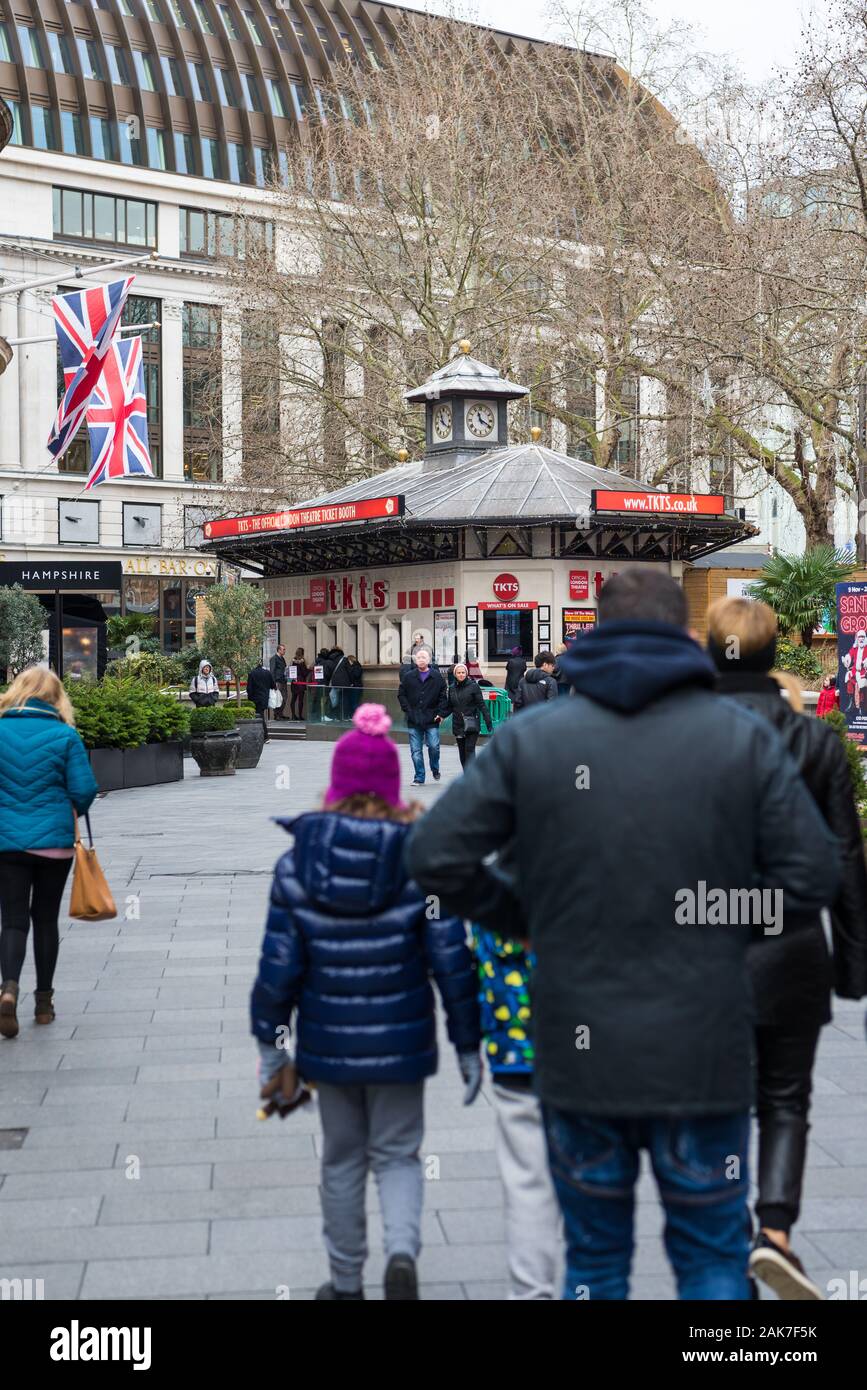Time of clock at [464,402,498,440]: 11:19
